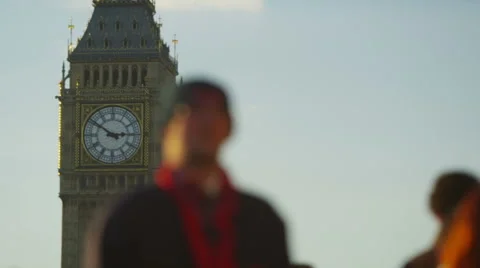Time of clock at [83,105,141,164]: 2:50
